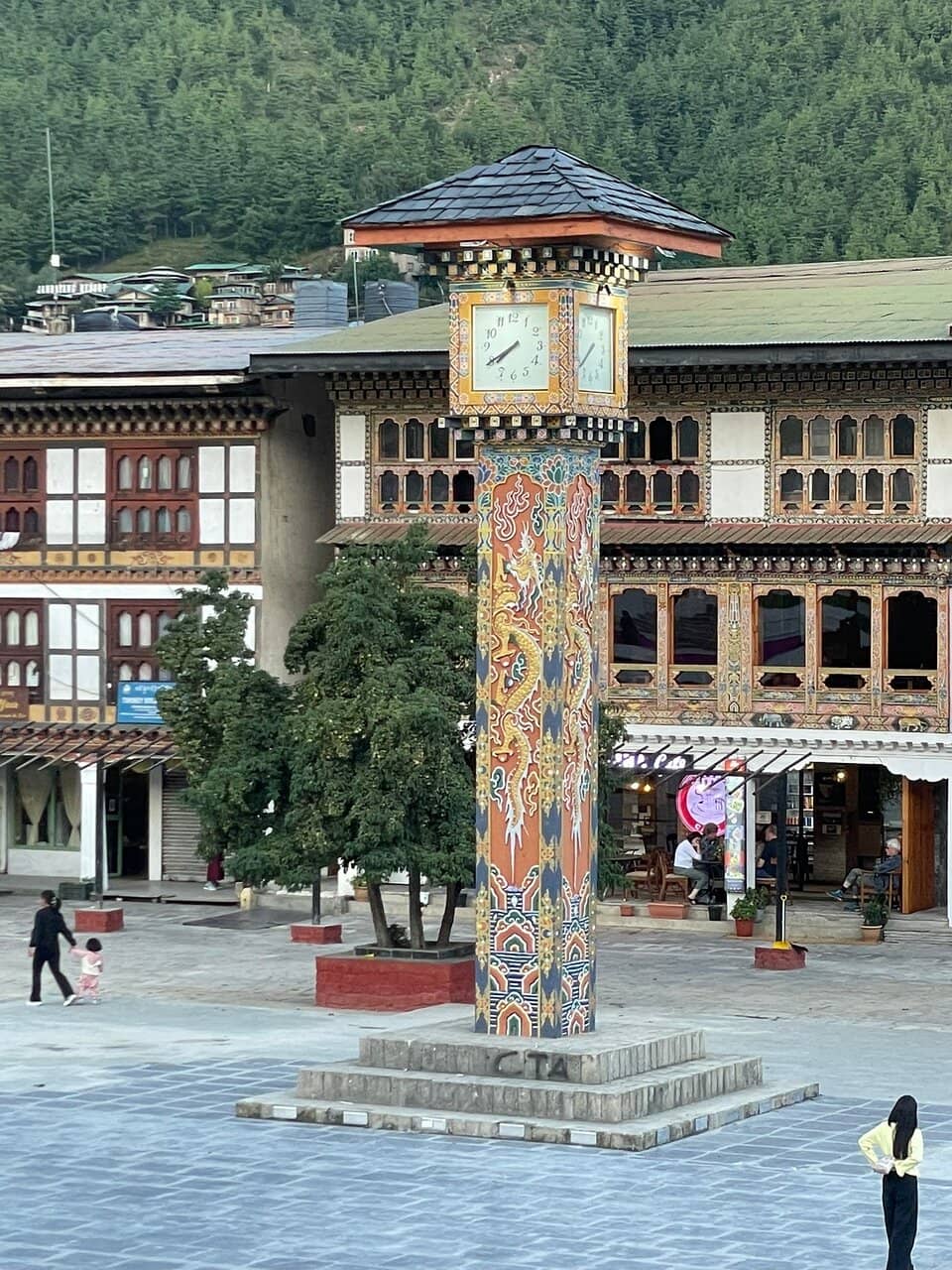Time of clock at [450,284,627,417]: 7:40
